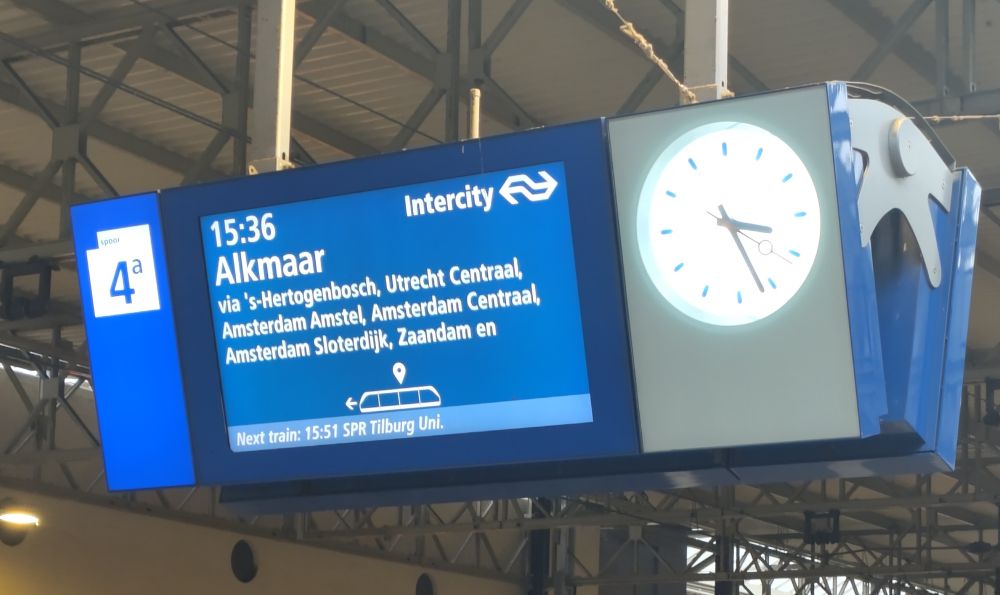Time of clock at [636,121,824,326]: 3:26
